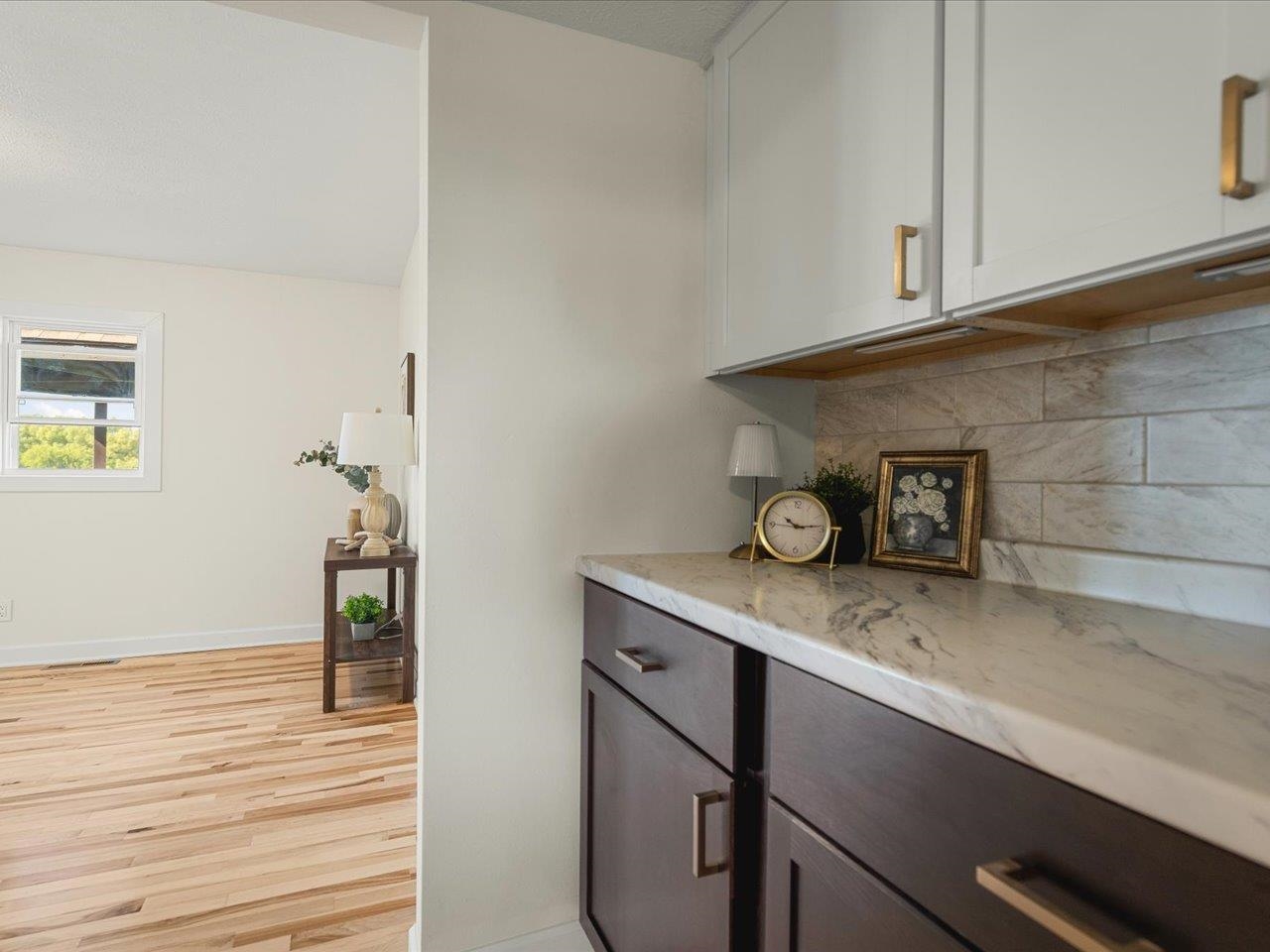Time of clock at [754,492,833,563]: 10:14
